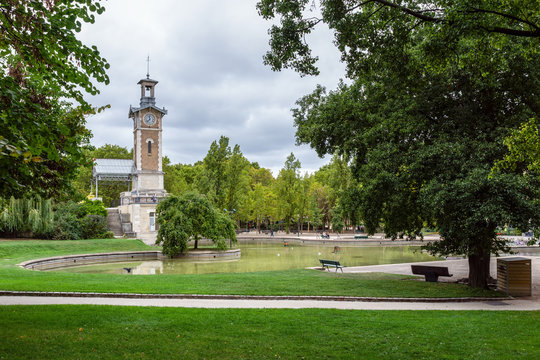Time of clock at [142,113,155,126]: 11:37
